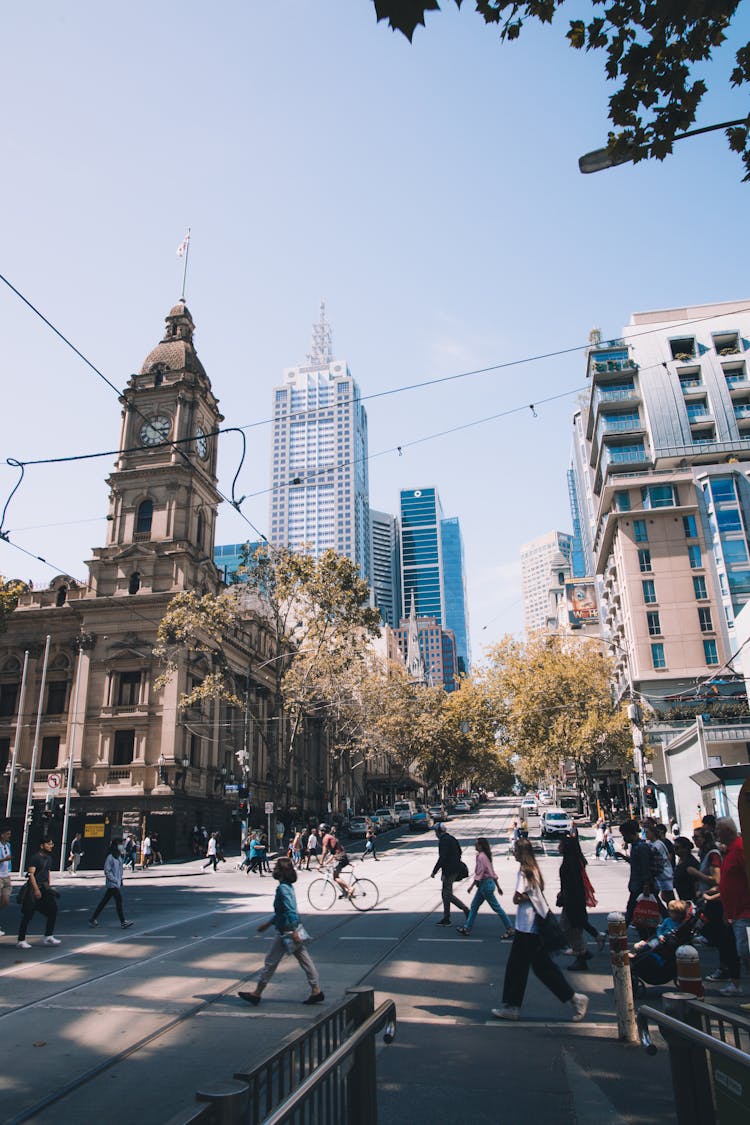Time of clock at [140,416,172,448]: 2:52
